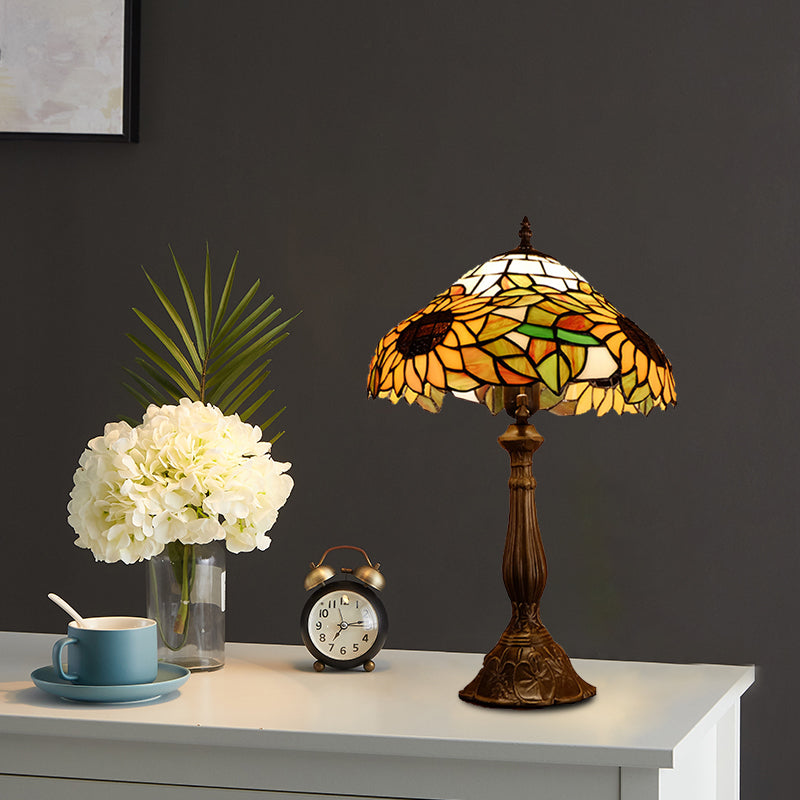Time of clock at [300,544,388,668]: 7:14
